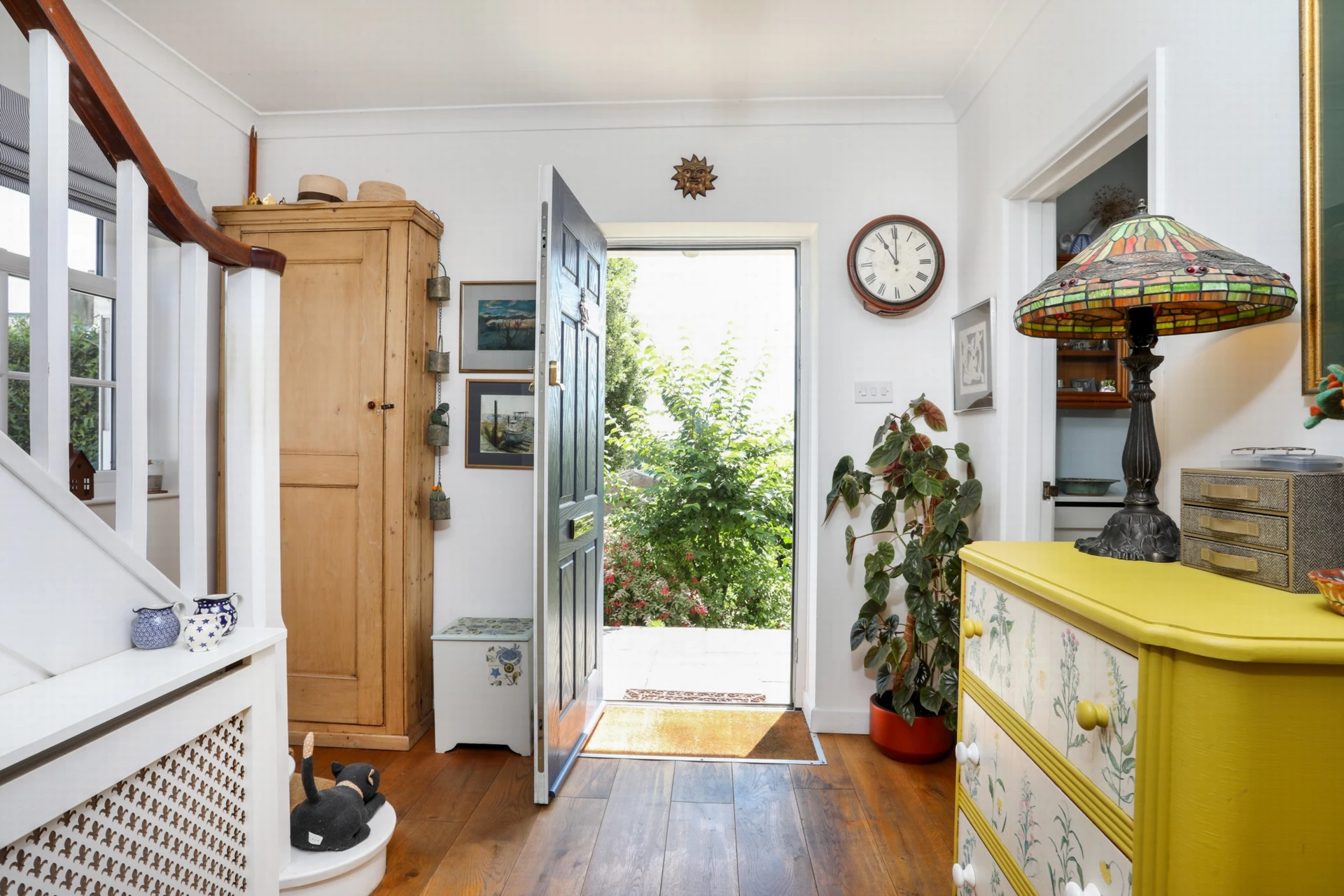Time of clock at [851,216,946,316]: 11:00
